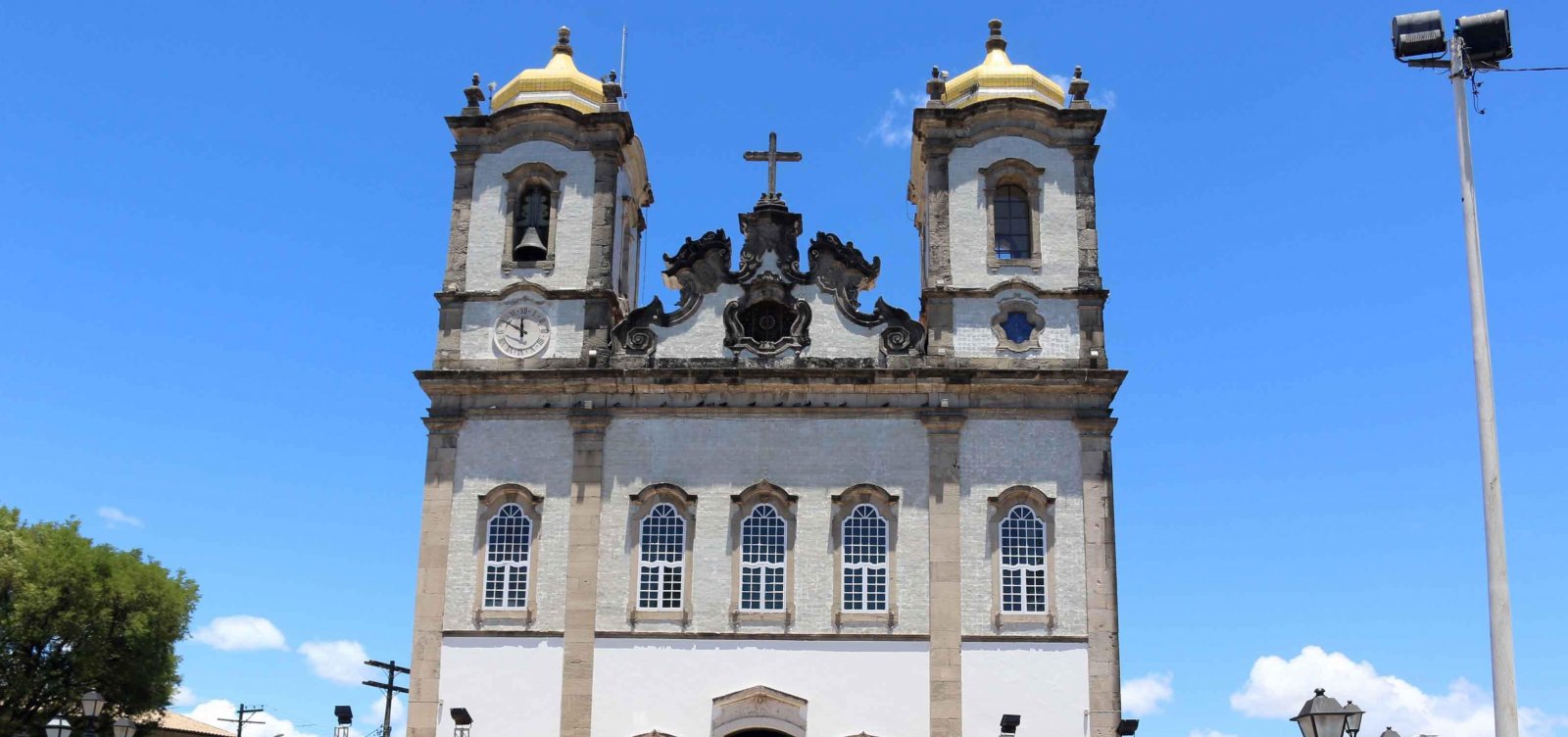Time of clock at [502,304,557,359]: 11:50
